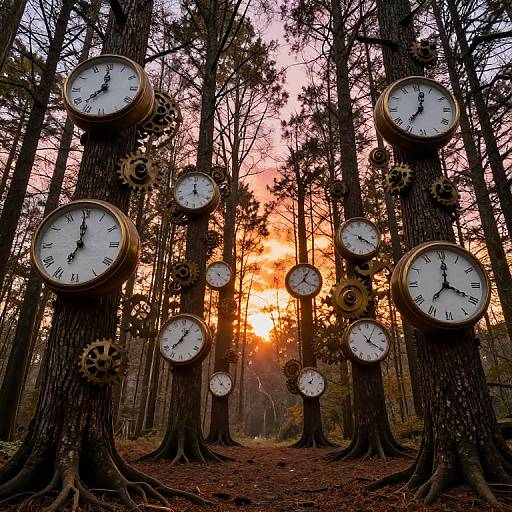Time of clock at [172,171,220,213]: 11:59
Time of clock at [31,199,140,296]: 7:00
